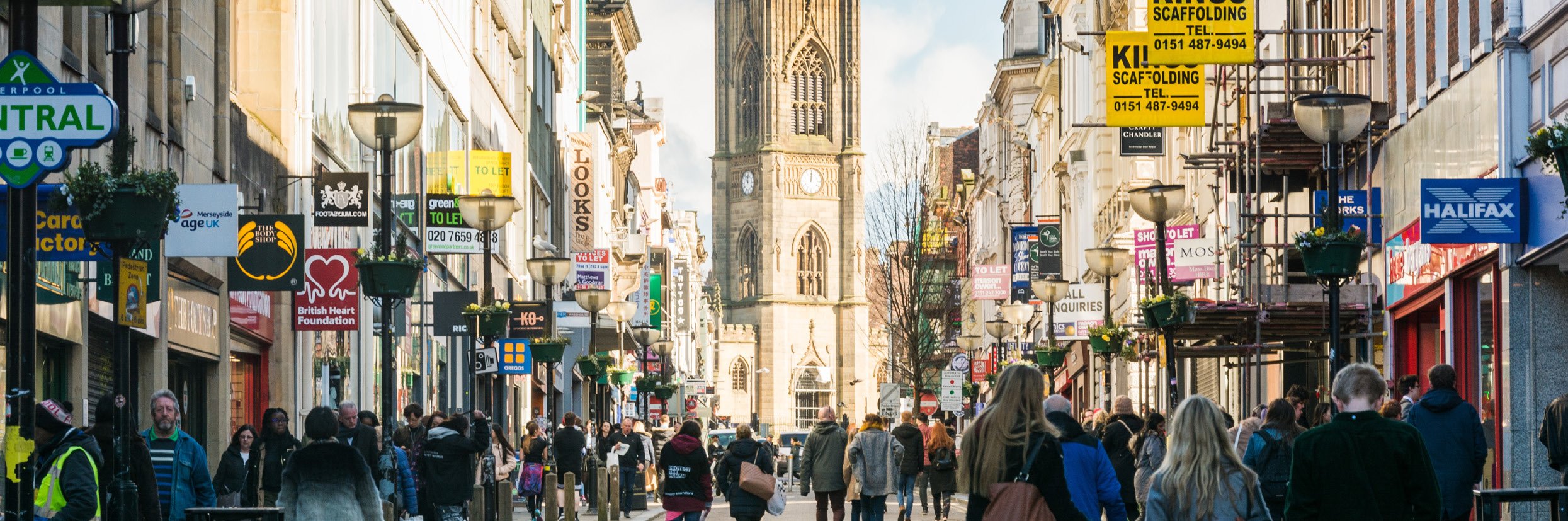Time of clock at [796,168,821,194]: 12:00
